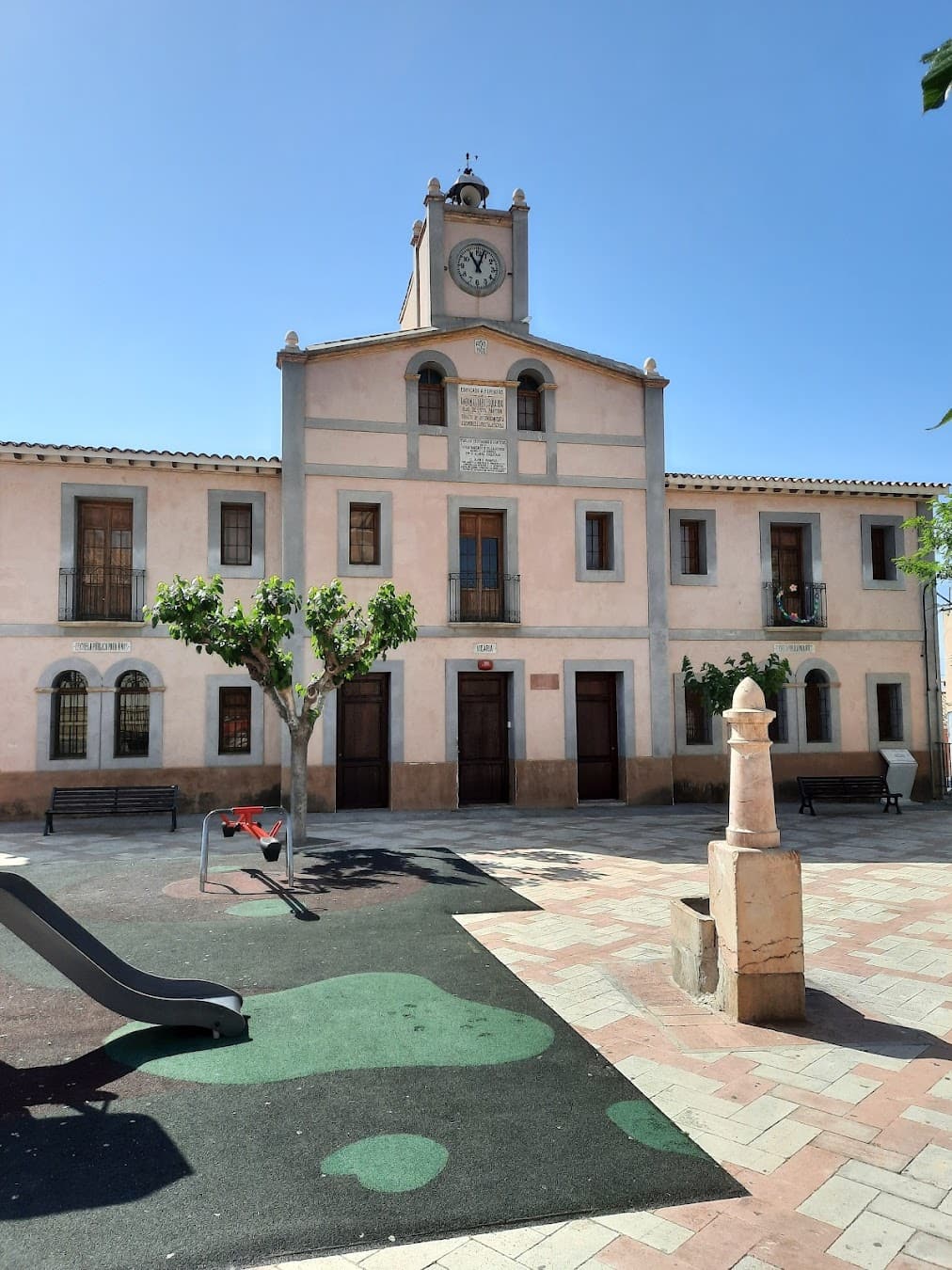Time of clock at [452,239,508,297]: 11:03
